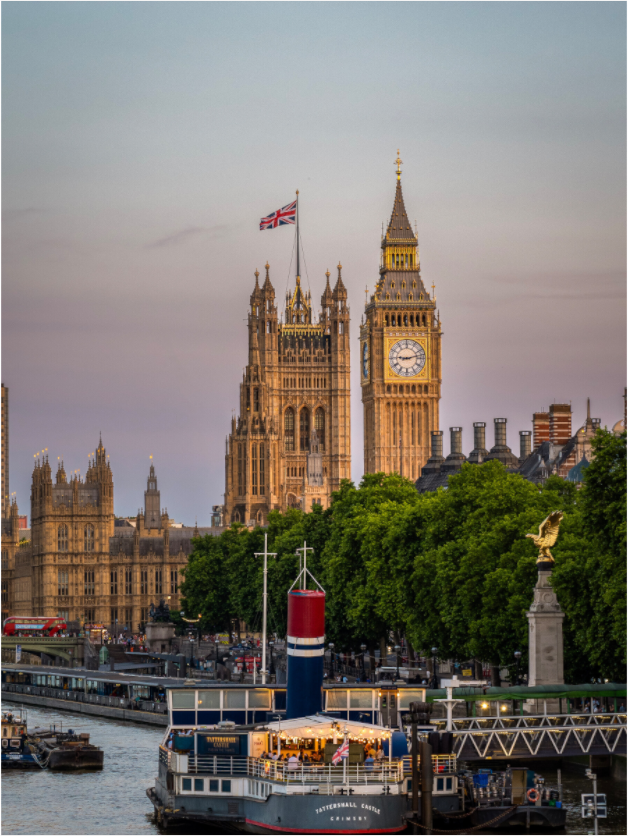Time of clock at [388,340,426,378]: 9:12
